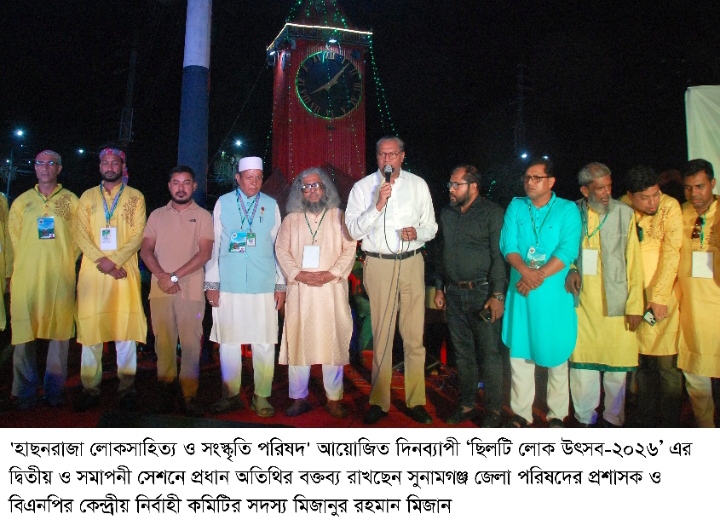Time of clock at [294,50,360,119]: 8:07
